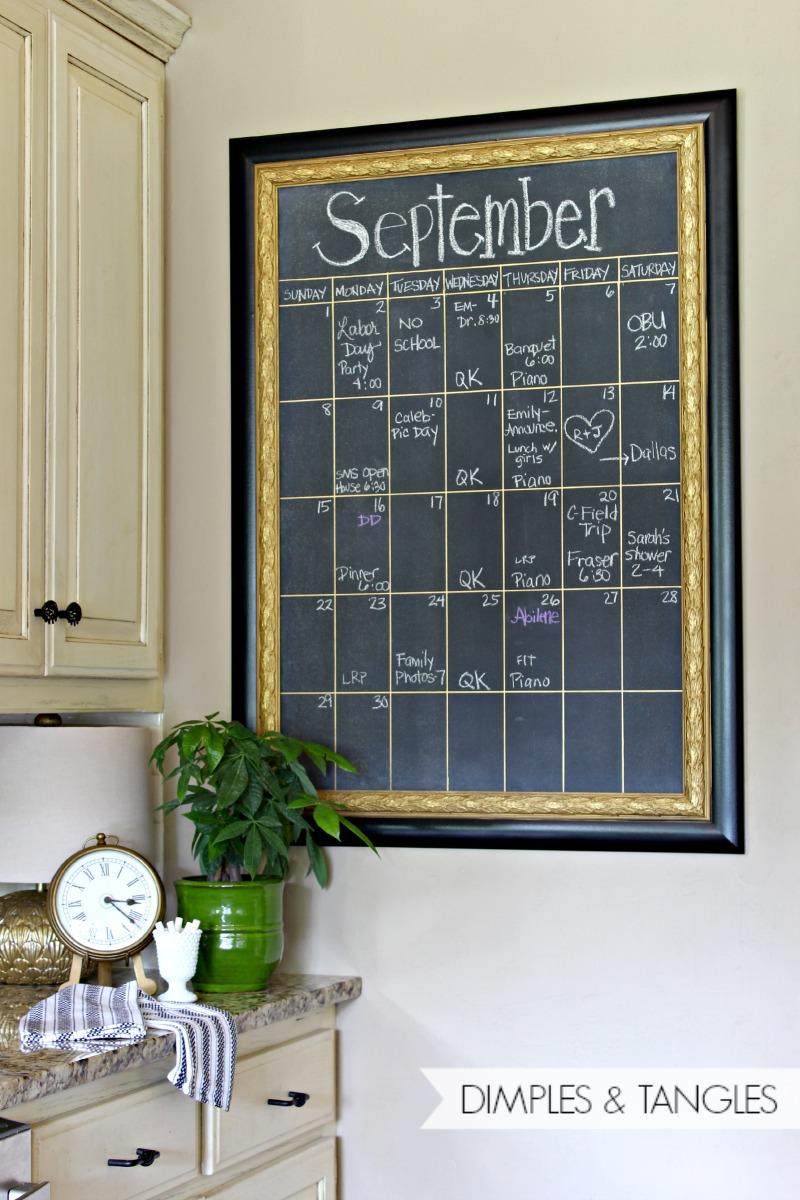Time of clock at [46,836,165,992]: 3:22
